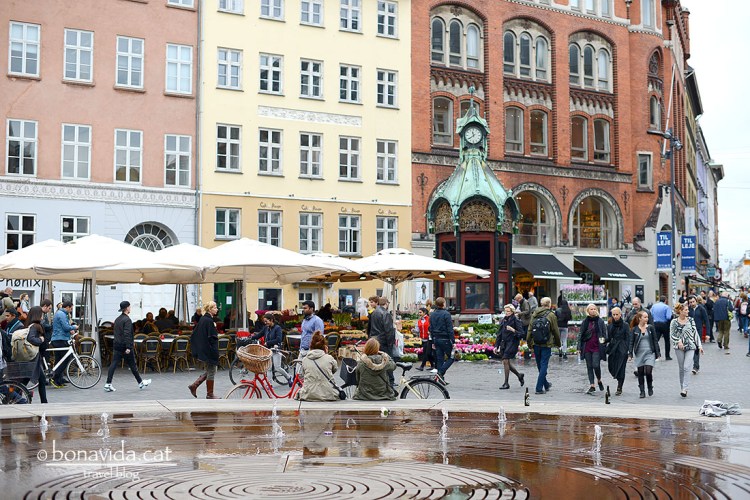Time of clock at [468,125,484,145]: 11:38
